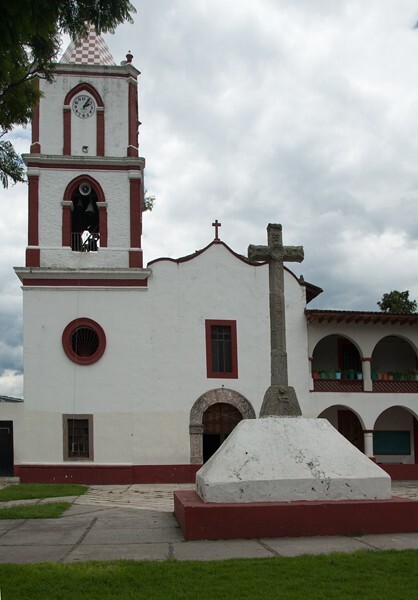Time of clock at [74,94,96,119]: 2:06
